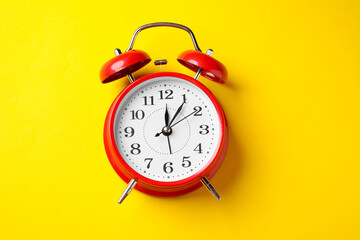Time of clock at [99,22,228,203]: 12:05
